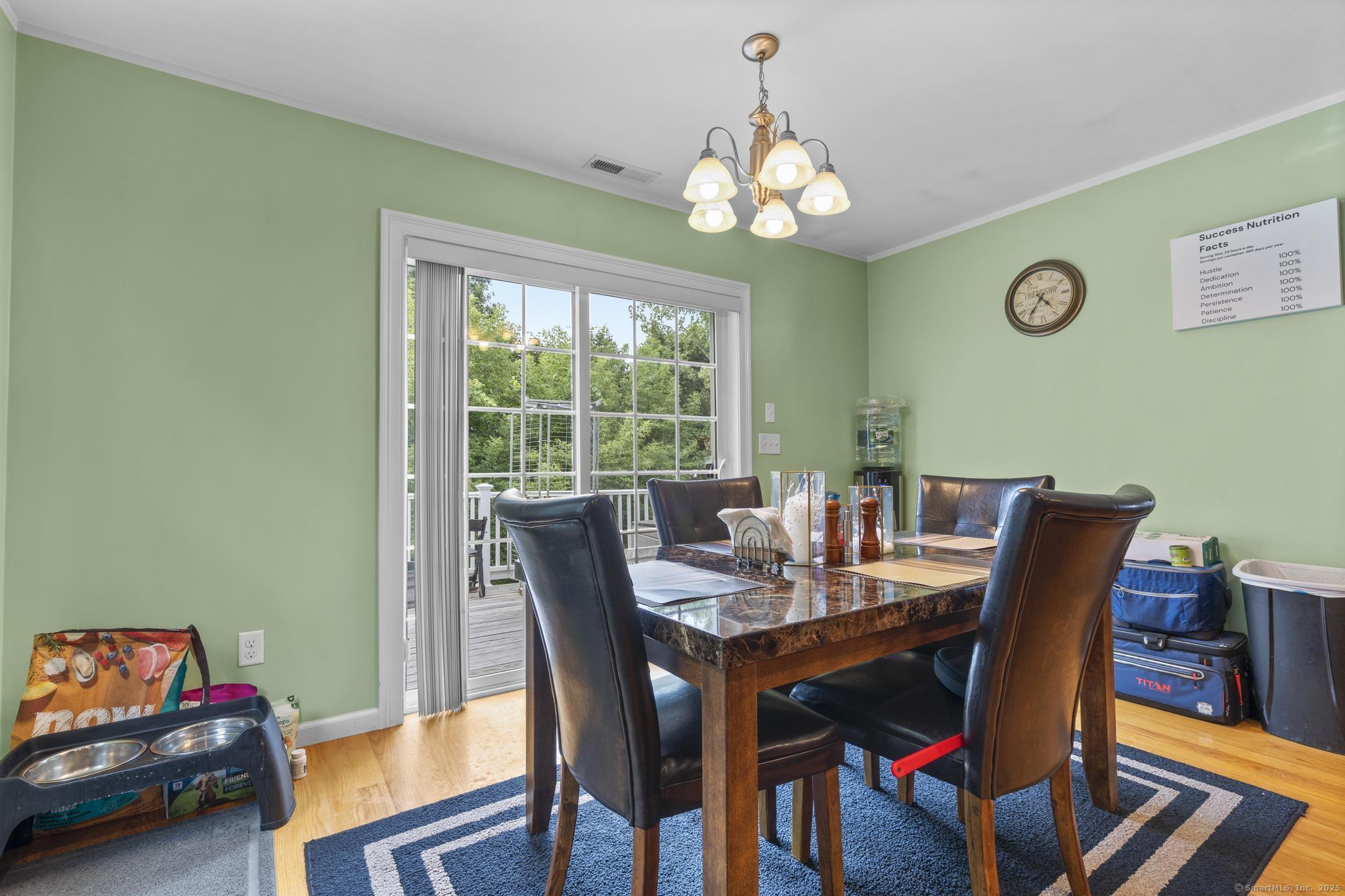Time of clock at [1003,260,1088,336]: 4:36
